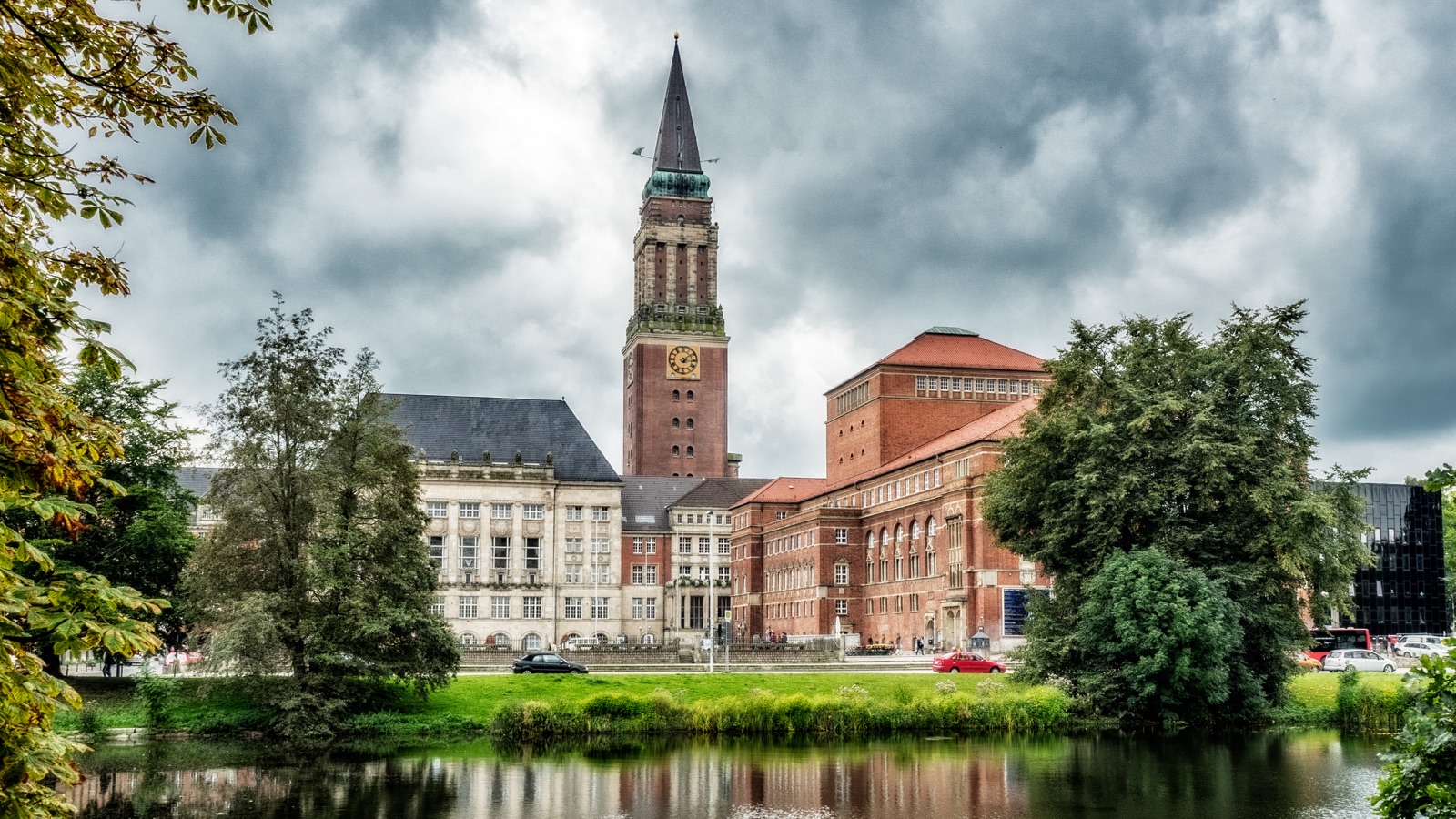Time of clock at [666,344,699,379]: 3:08
